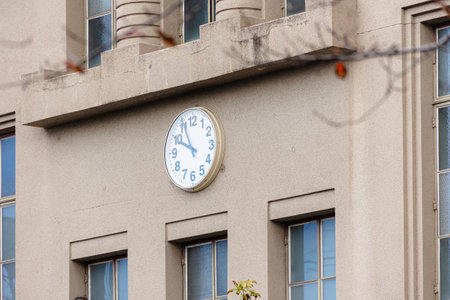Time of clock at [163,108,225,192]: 9:55
